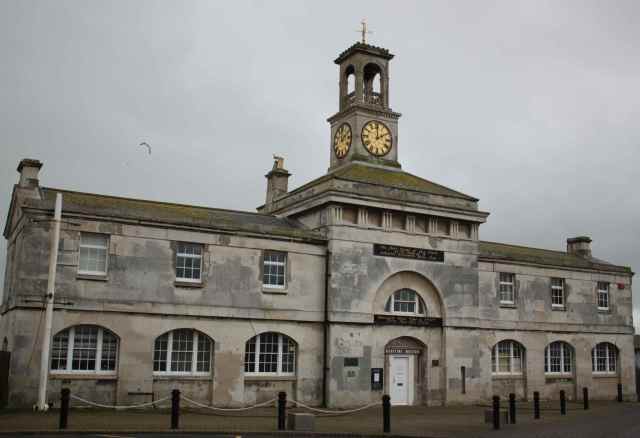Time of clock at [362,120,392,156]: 2:00
